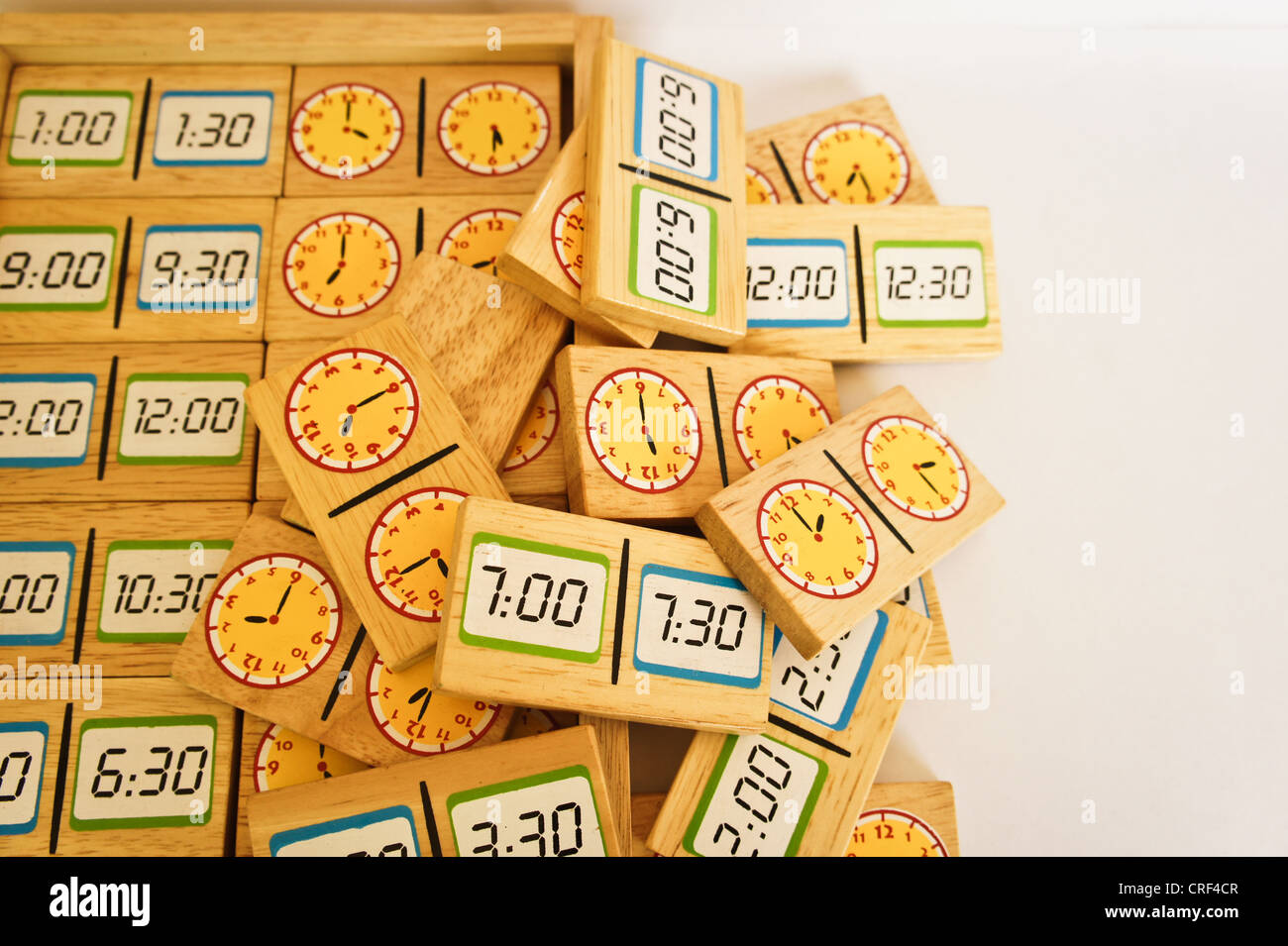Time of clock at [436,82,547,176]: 5:29
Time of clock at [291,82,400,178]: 4:00
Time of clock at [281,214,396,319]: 7:00
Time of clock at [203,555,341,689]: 9:05
